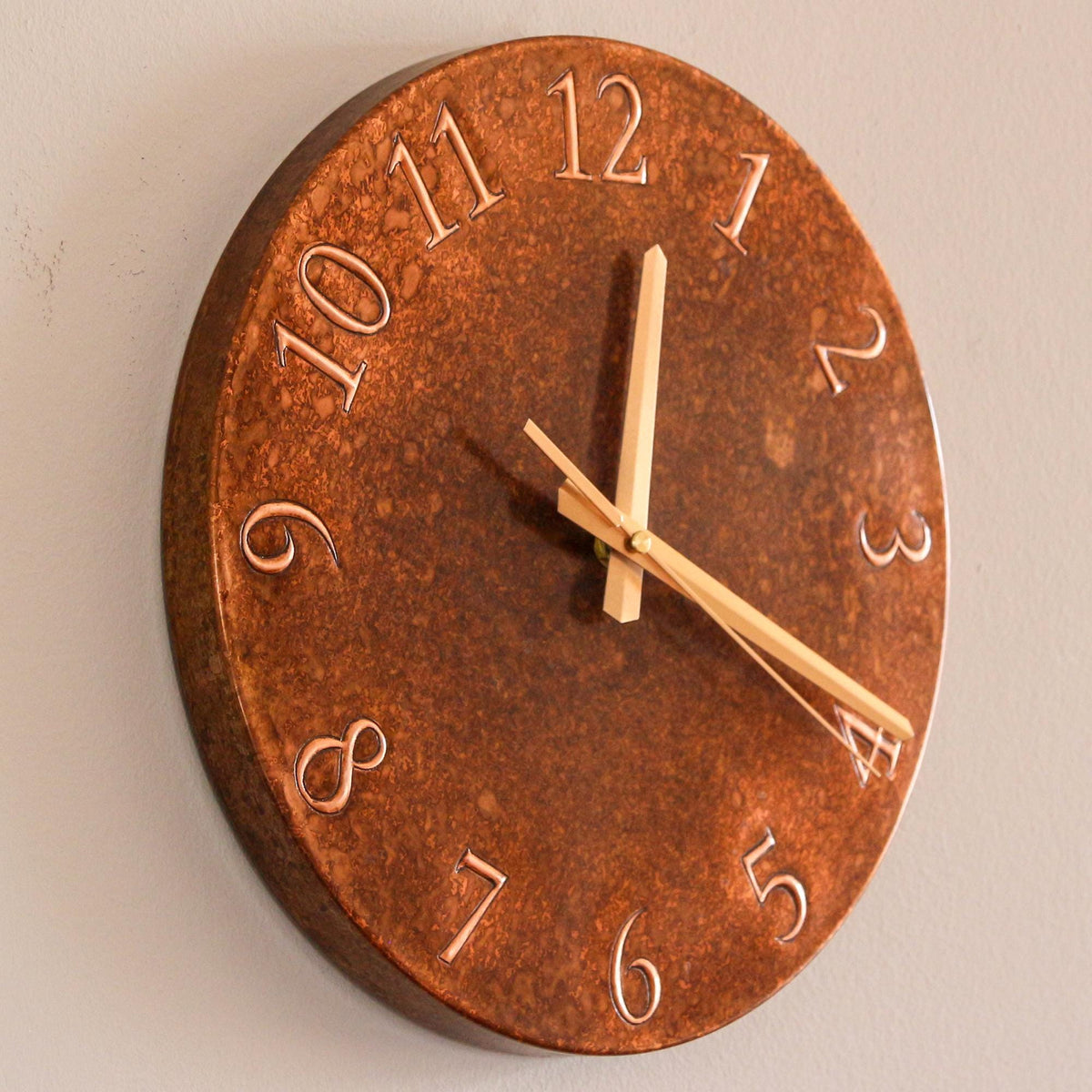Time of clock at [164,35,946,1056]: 12:19
